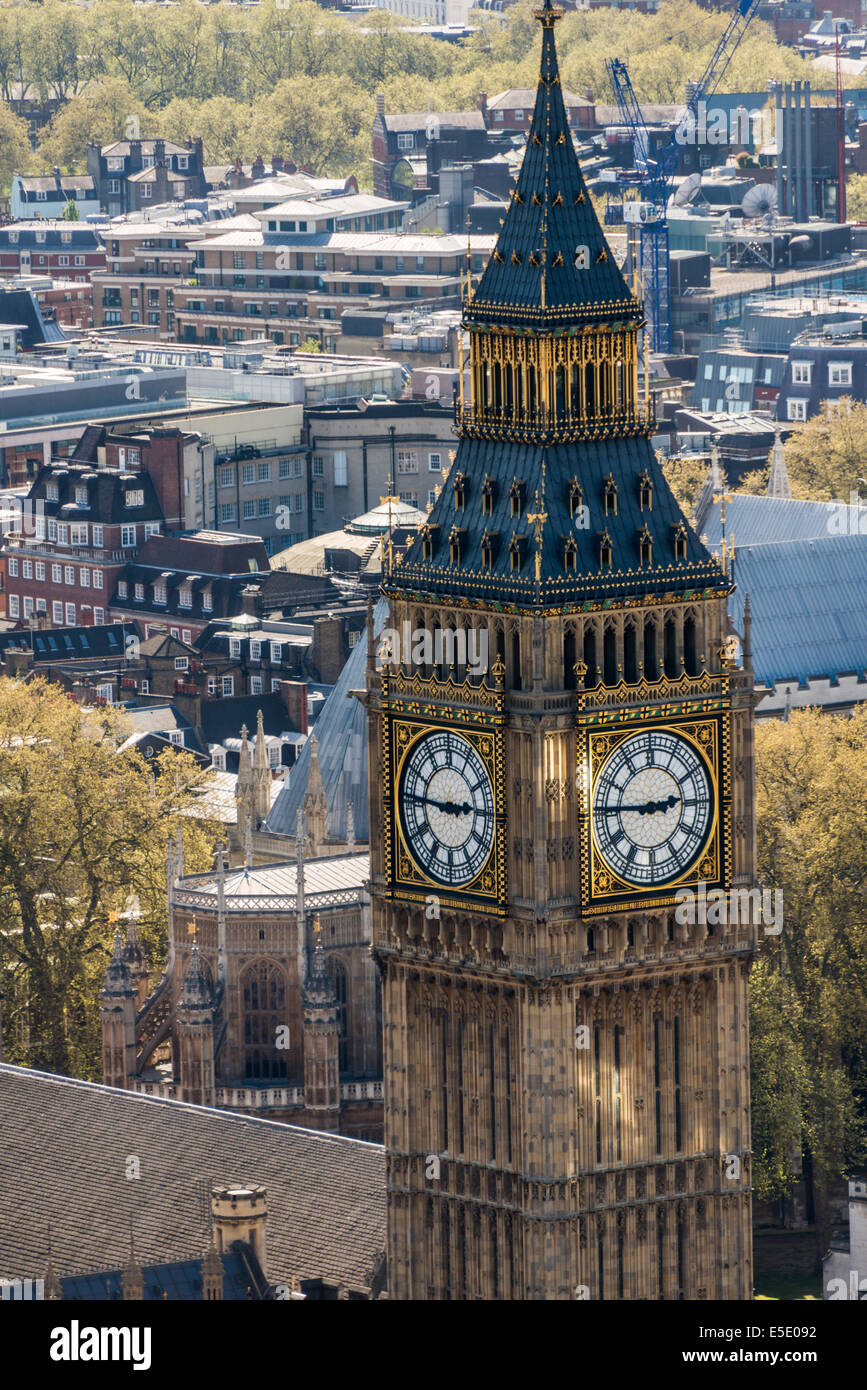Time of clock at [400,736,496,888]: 2:45
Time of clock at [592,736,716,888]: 2:45
